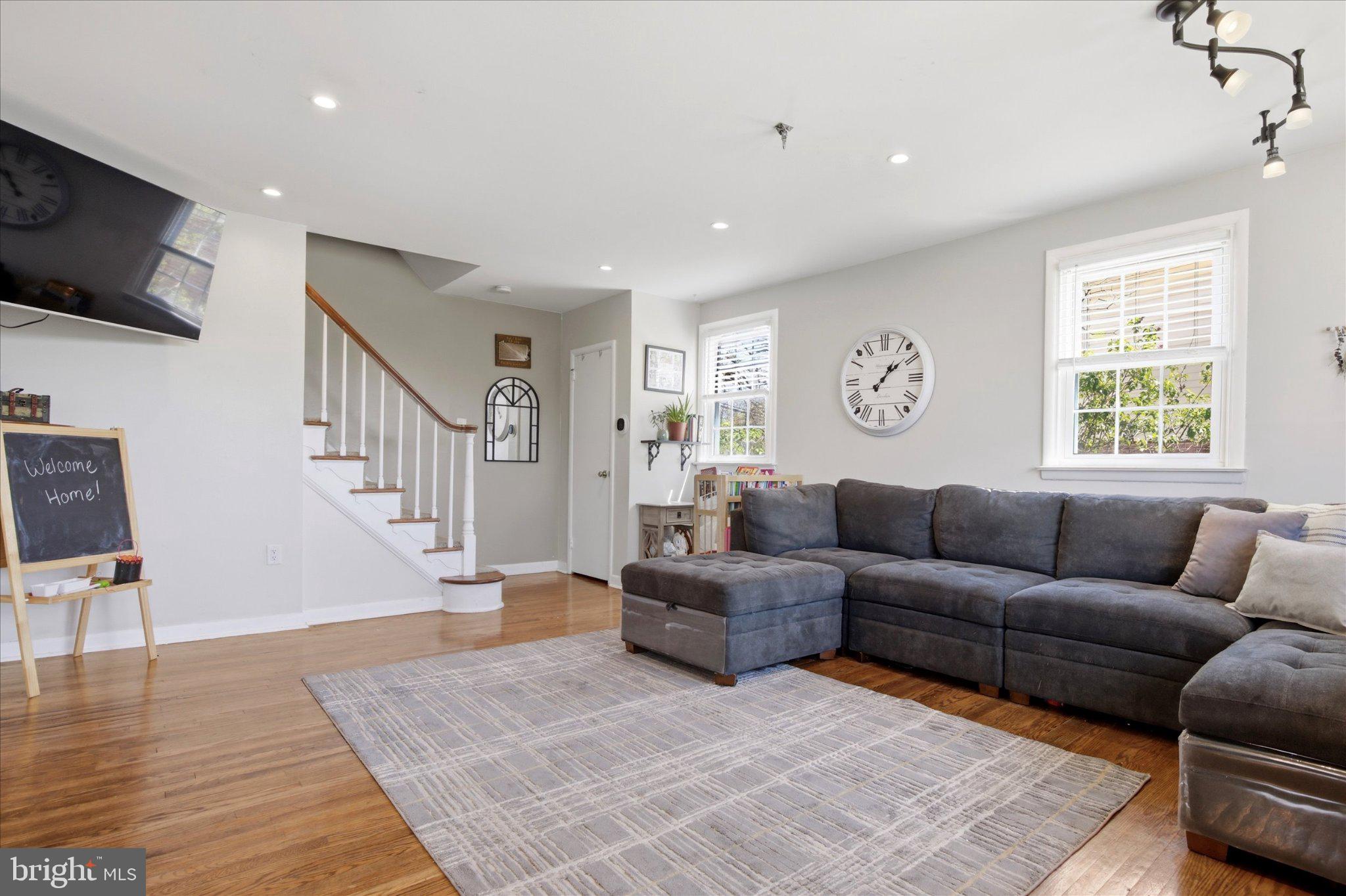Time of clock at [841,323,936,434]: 1:08
